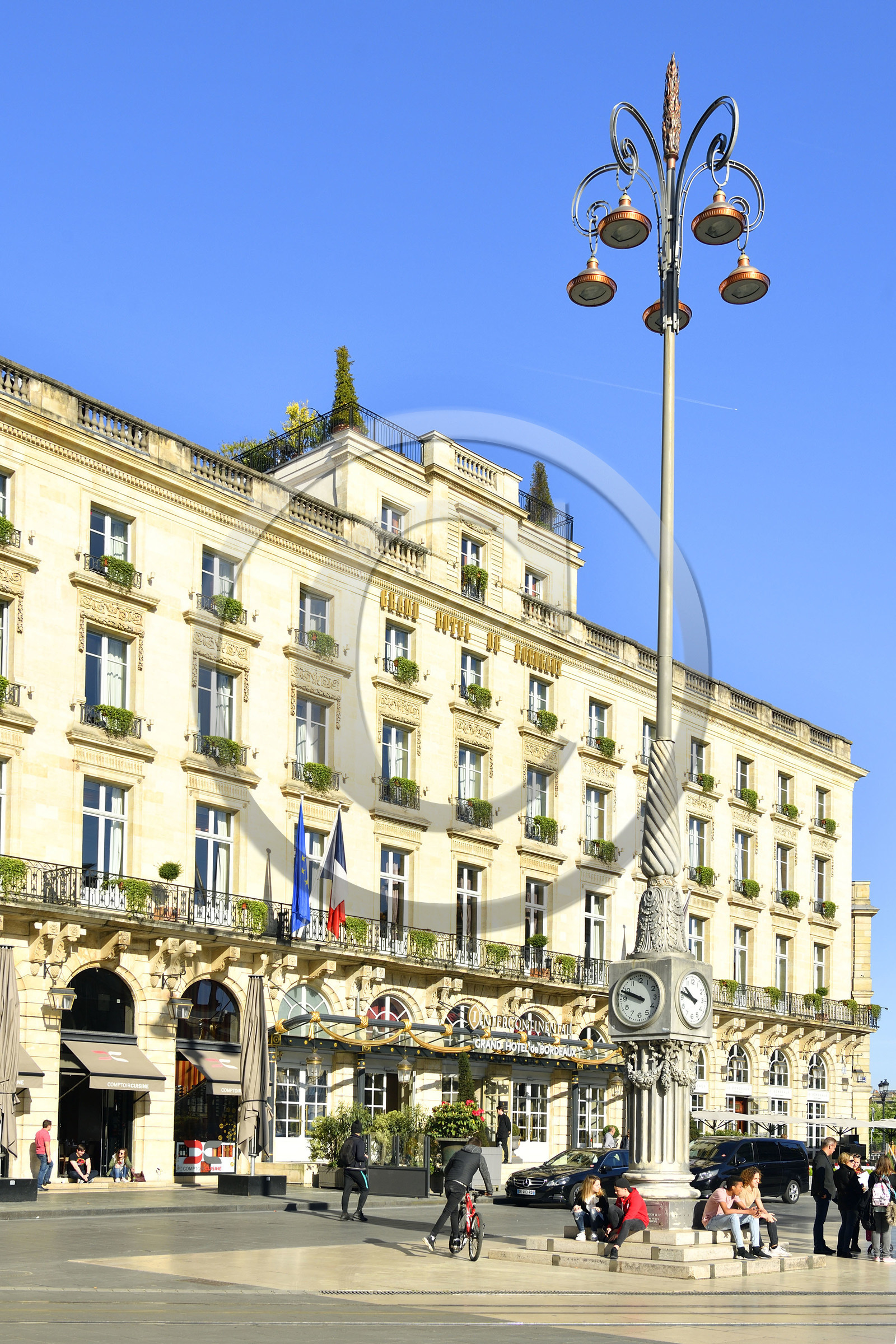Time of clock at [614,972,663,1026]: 9:48
